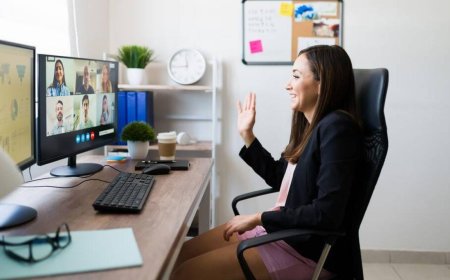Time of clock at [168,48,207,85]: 11:44
